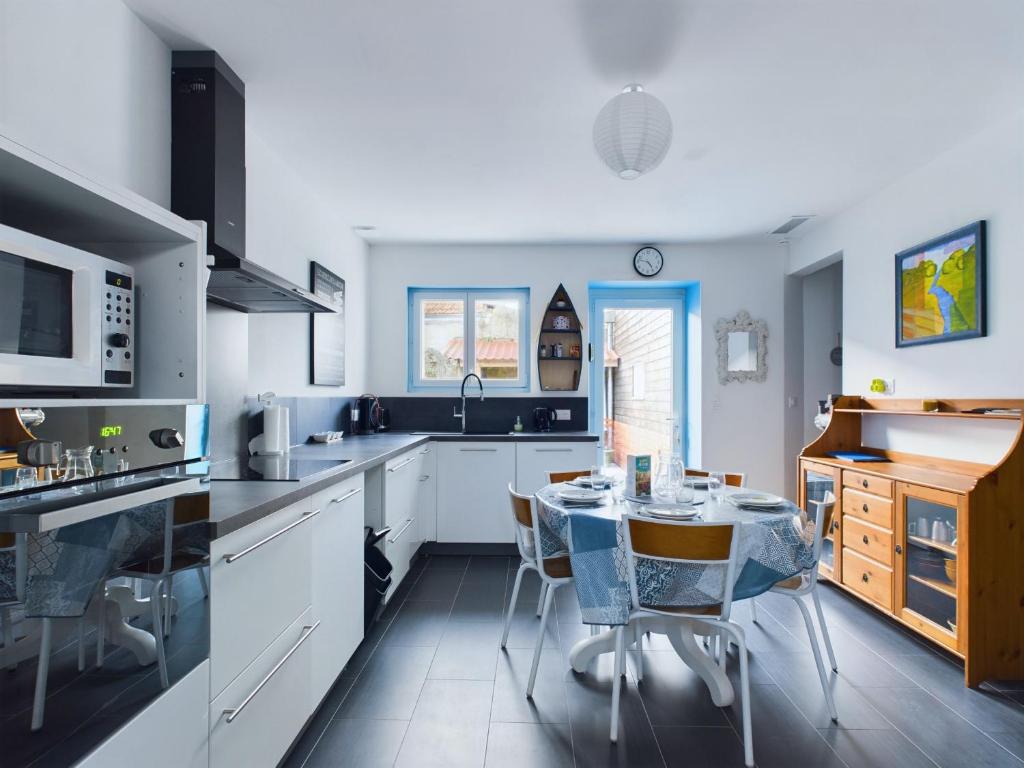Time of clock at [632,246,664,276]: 4:47
